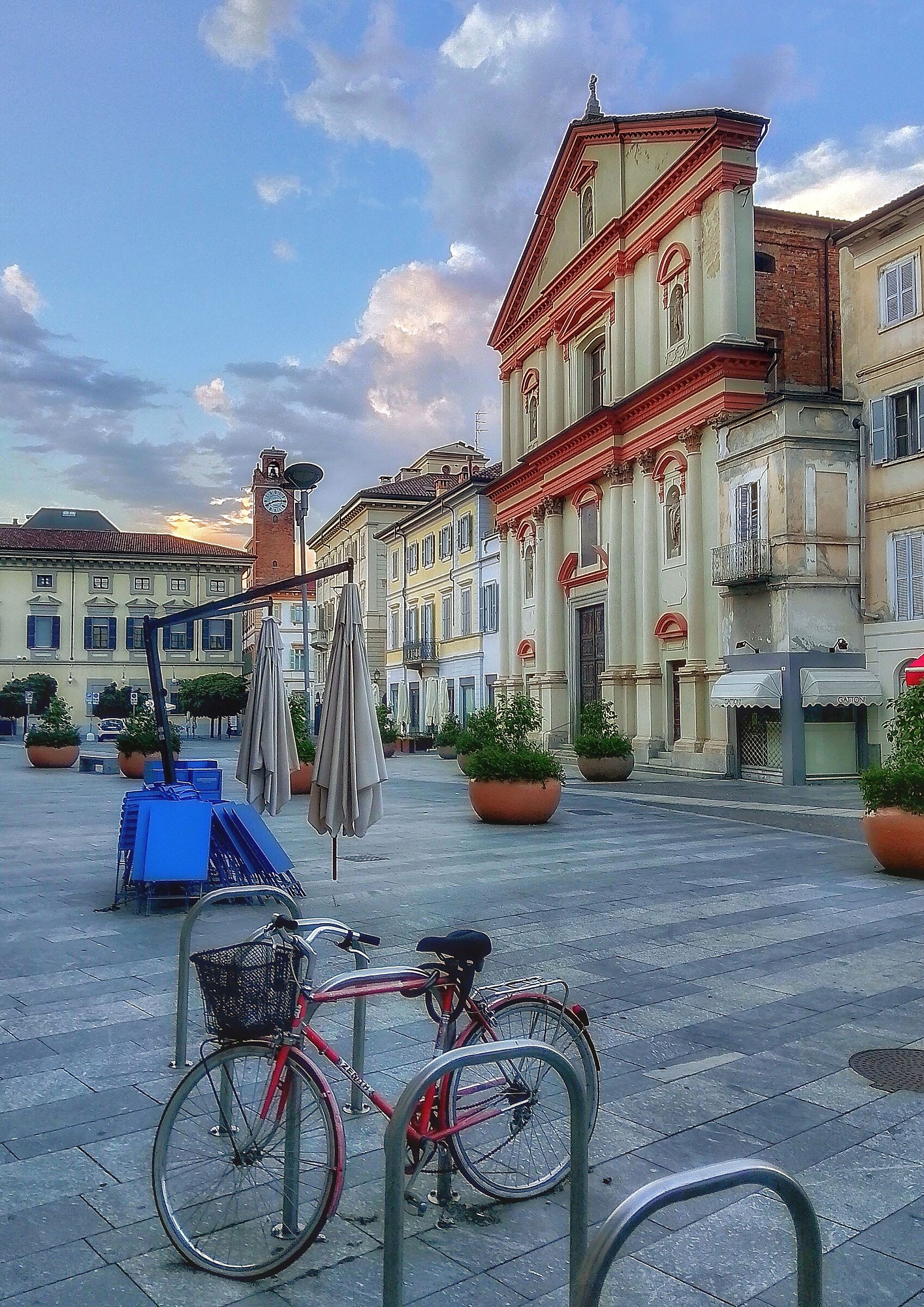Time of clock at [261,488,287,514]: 8:14
